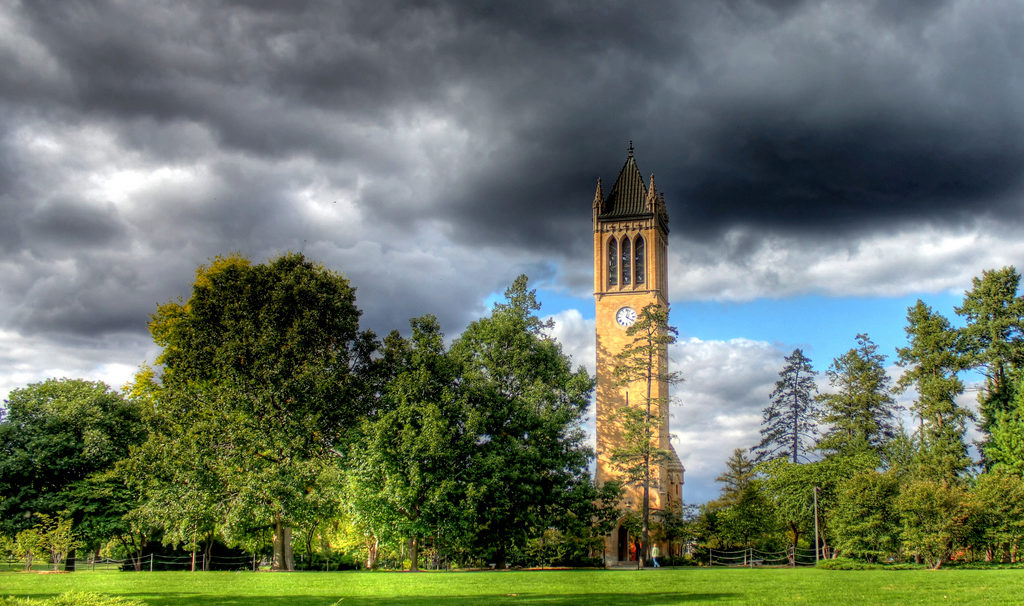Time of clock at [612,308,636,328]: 4:02
